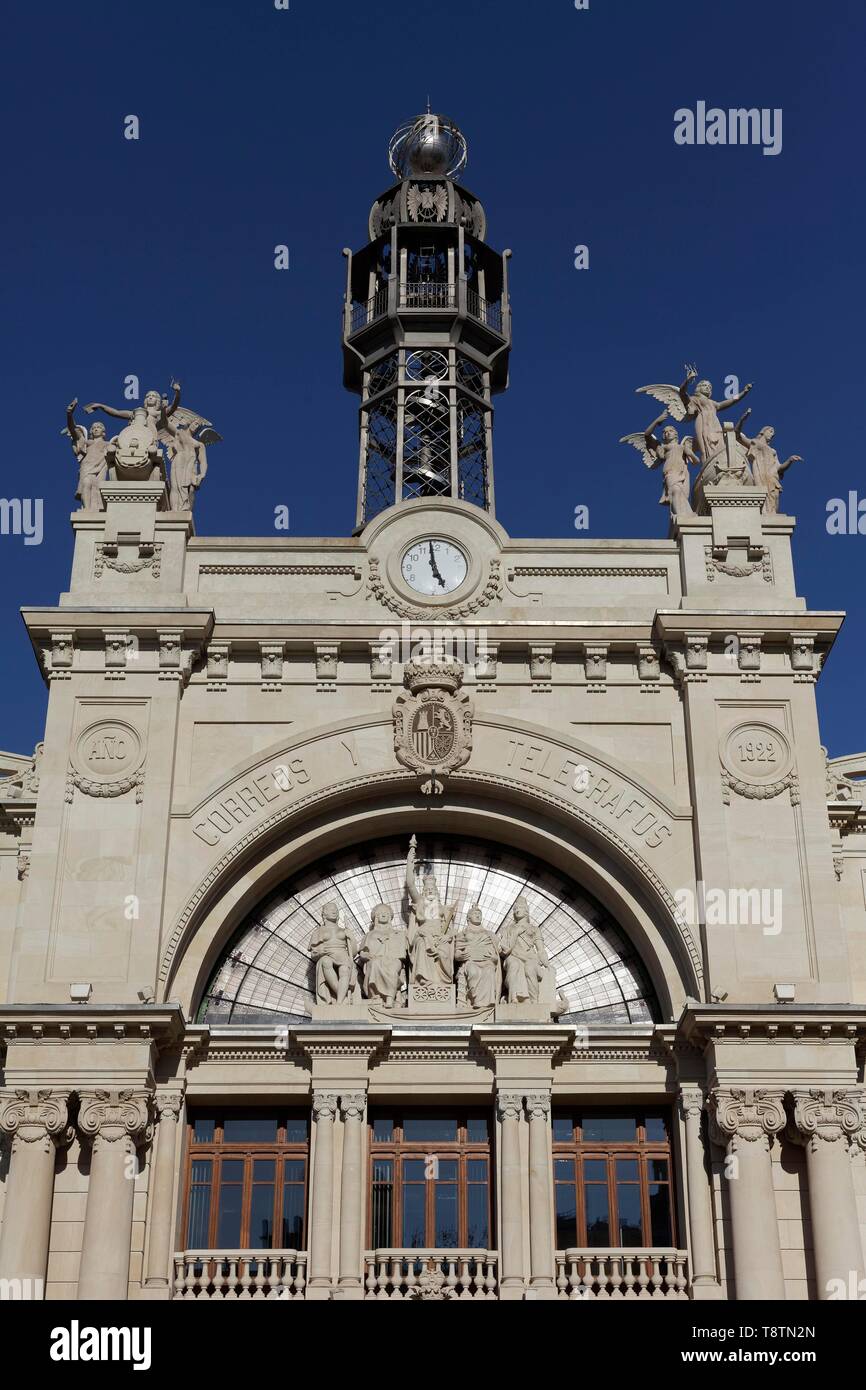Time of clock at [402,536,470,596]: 4:58
